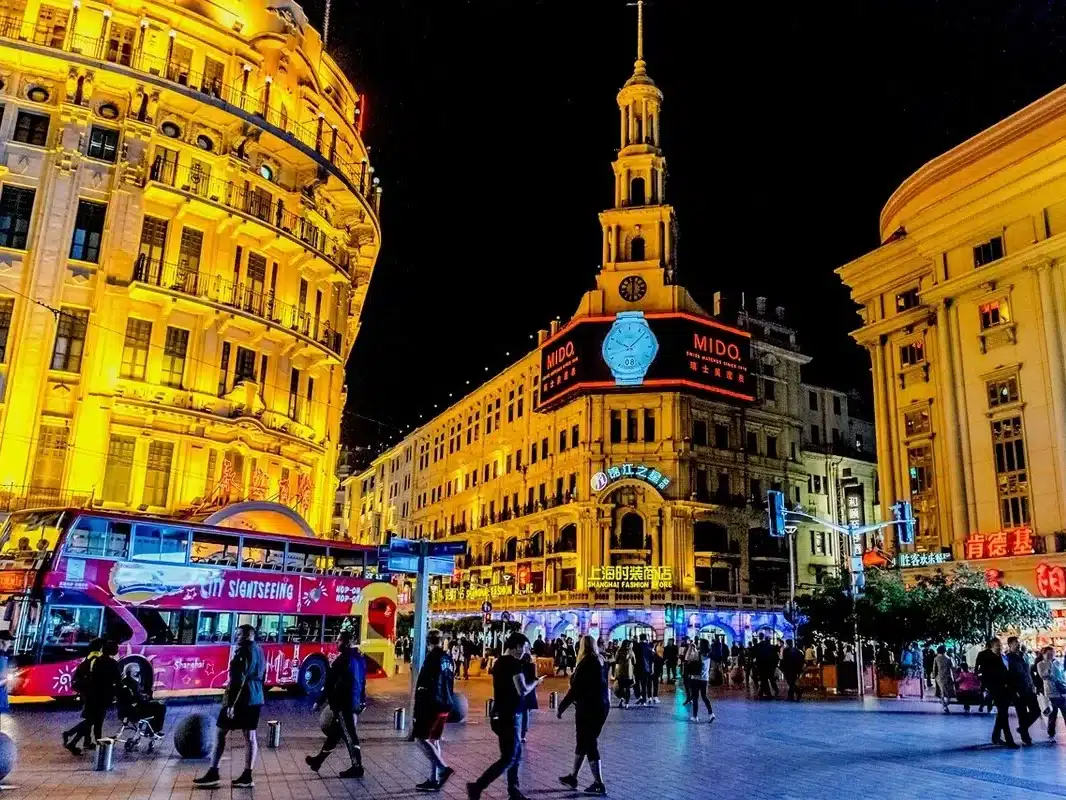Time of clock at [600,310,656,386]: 10:07
